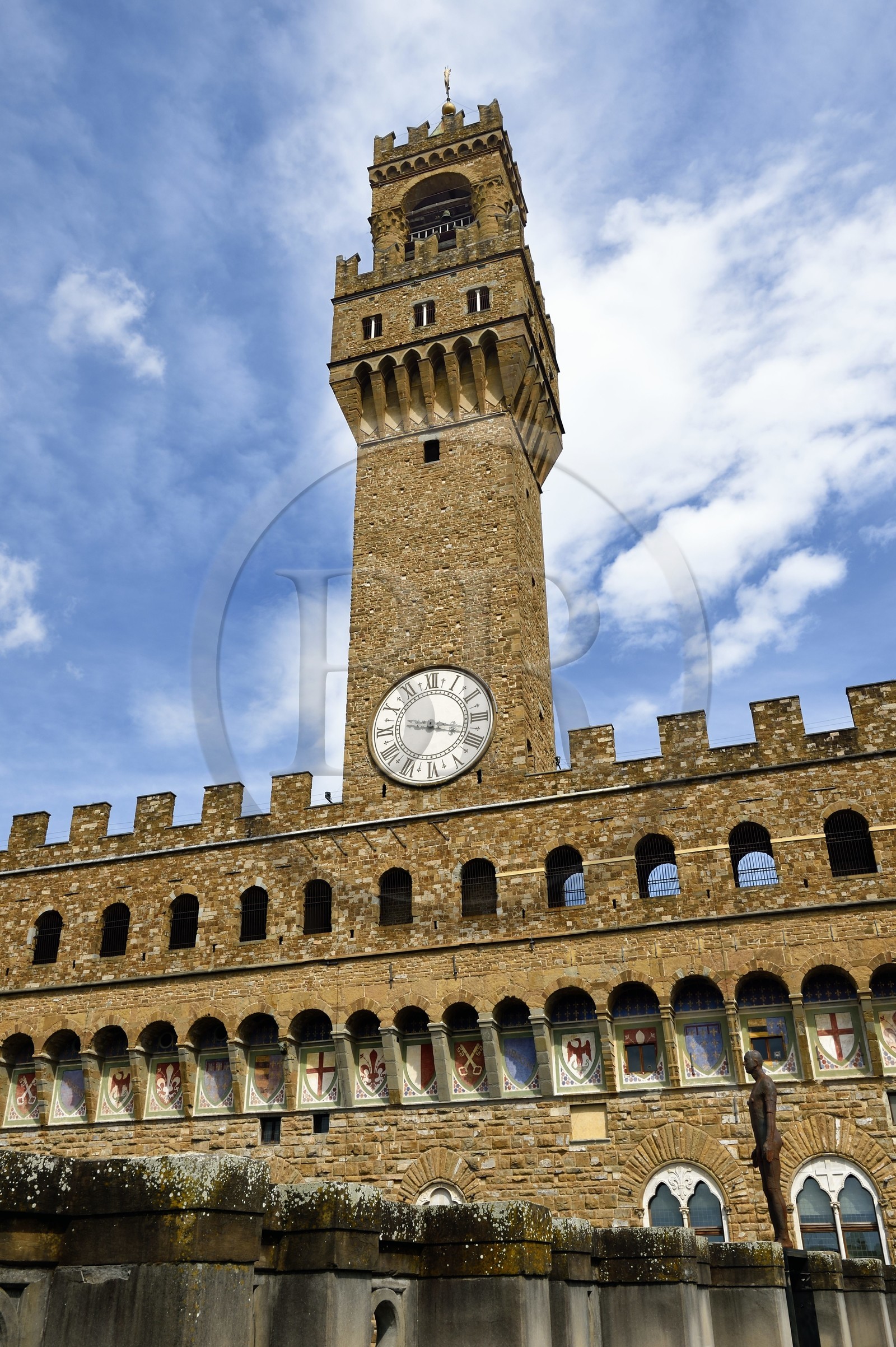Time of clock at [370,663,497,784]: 9:17
